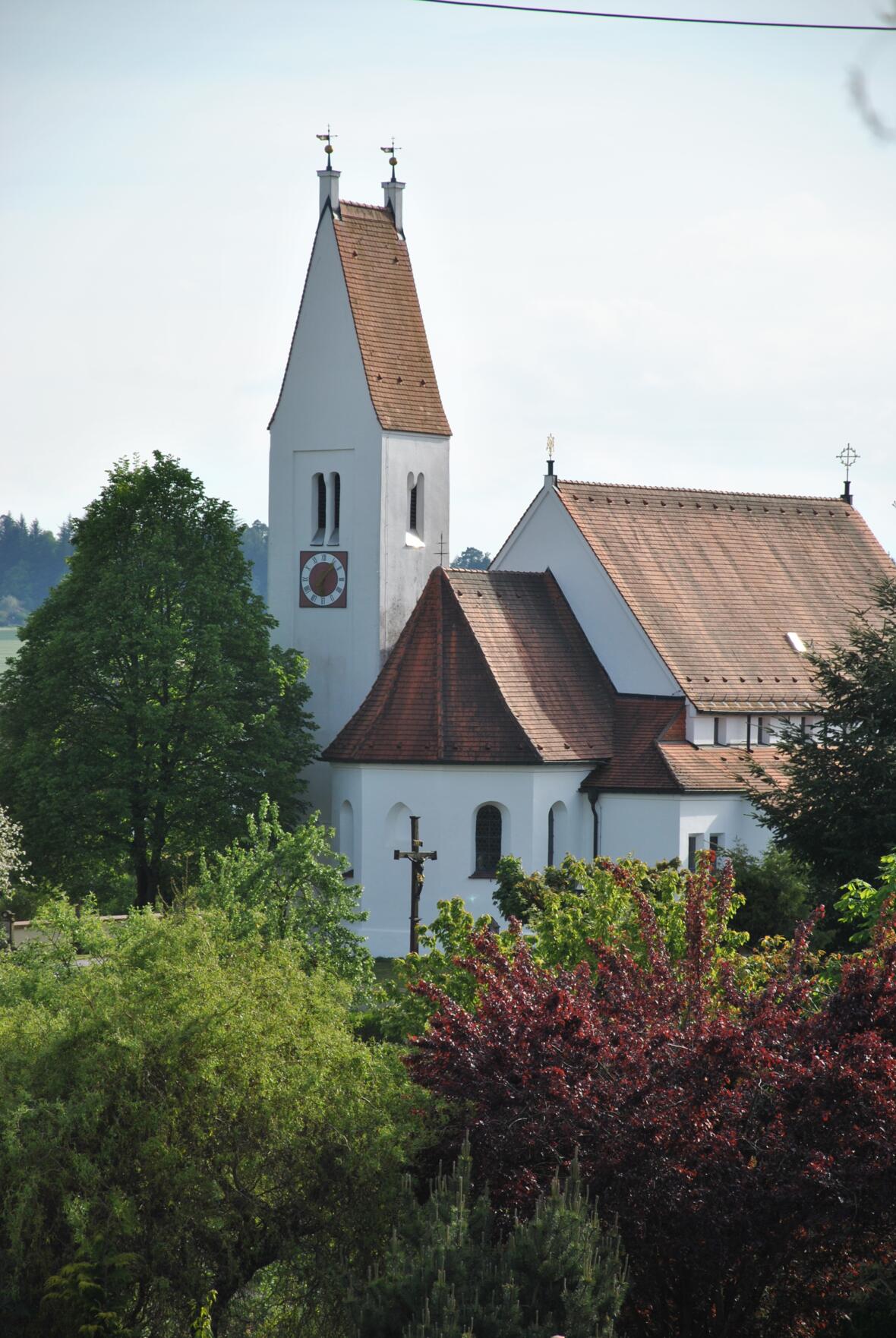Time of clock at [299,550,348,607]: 6:06
